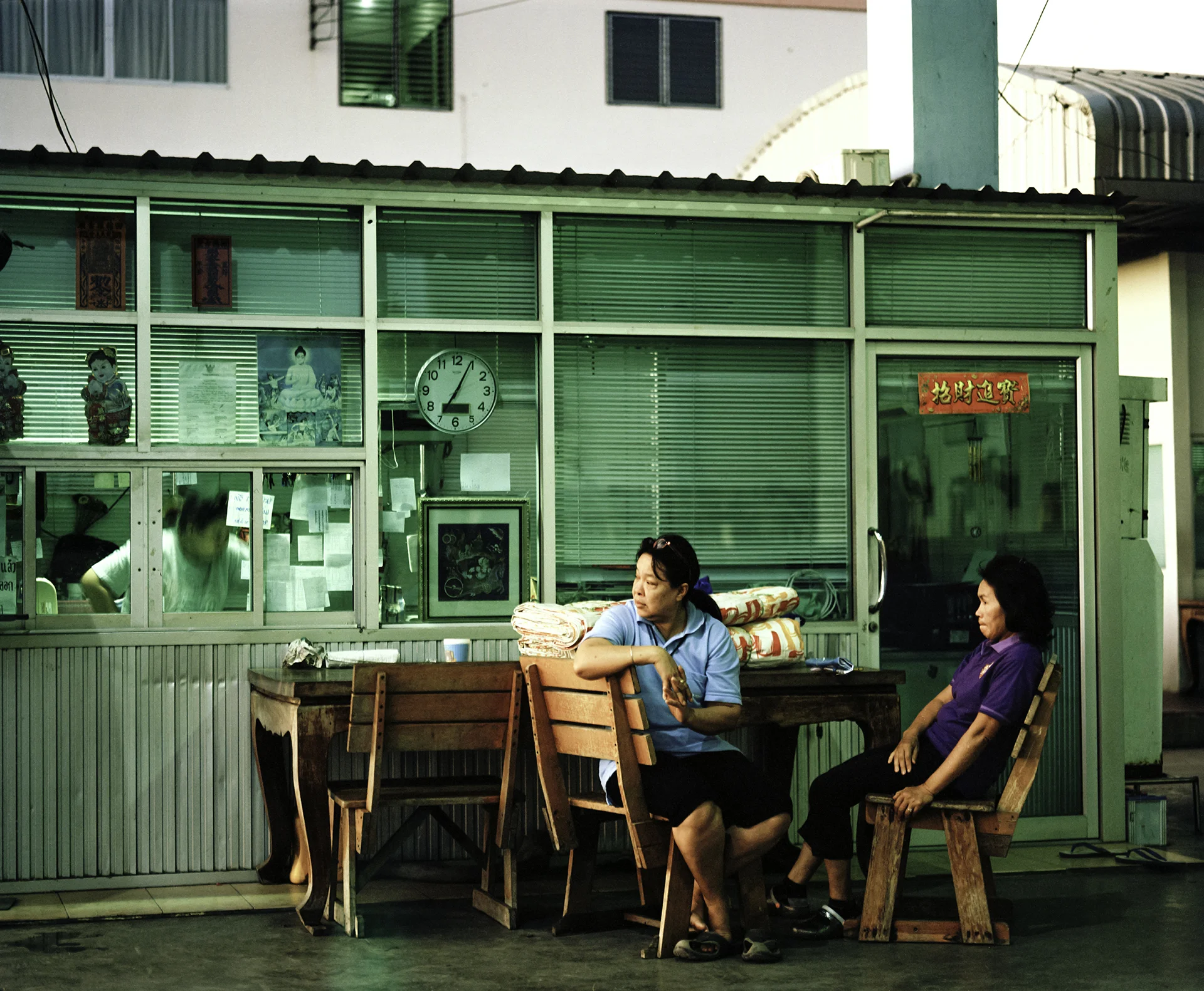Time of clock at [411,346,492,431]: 7:04
